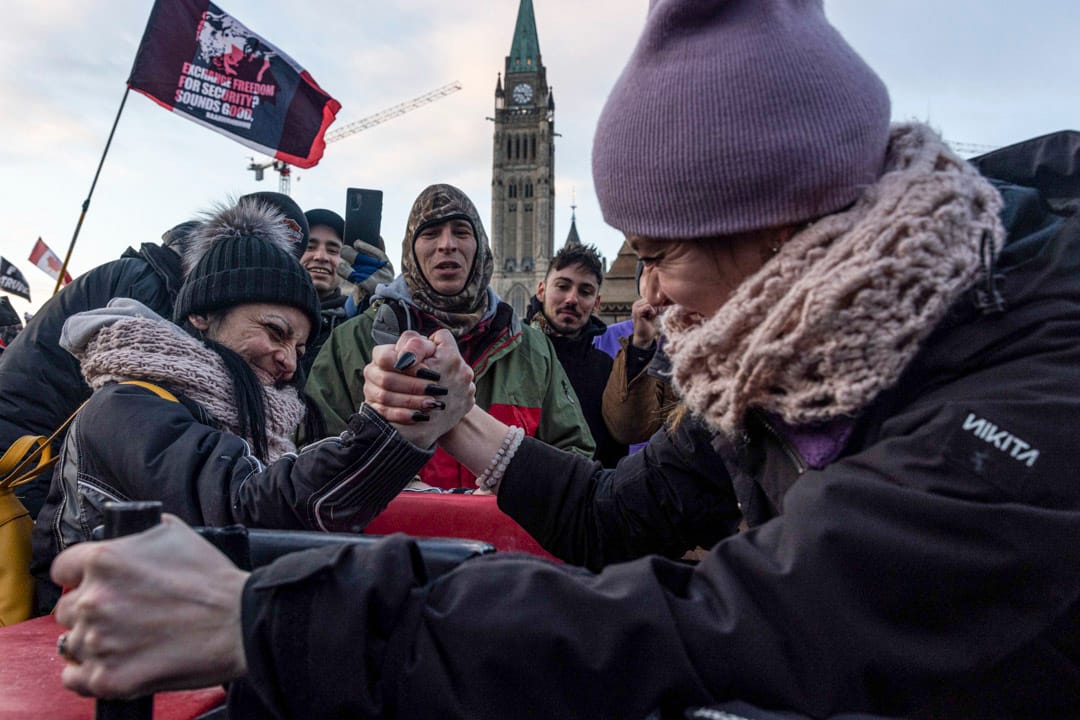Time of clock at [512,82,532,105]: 4:46
